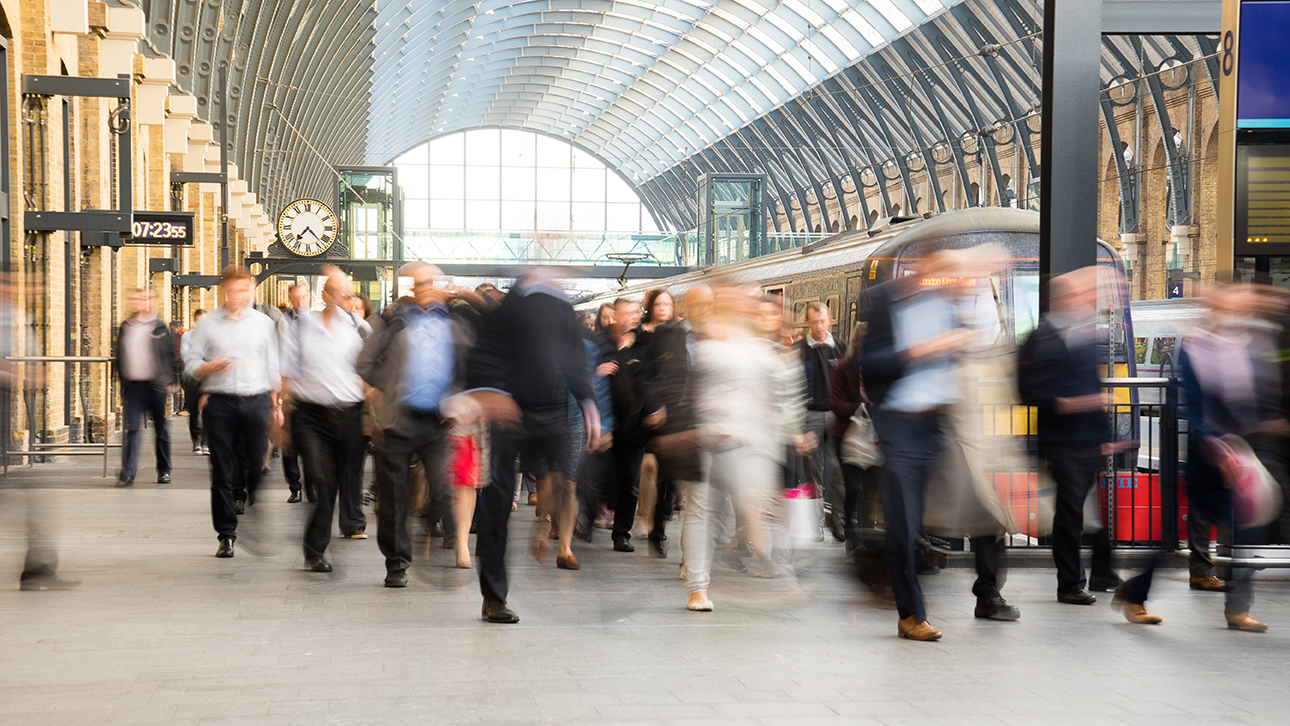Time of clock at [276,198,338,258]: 7:22
